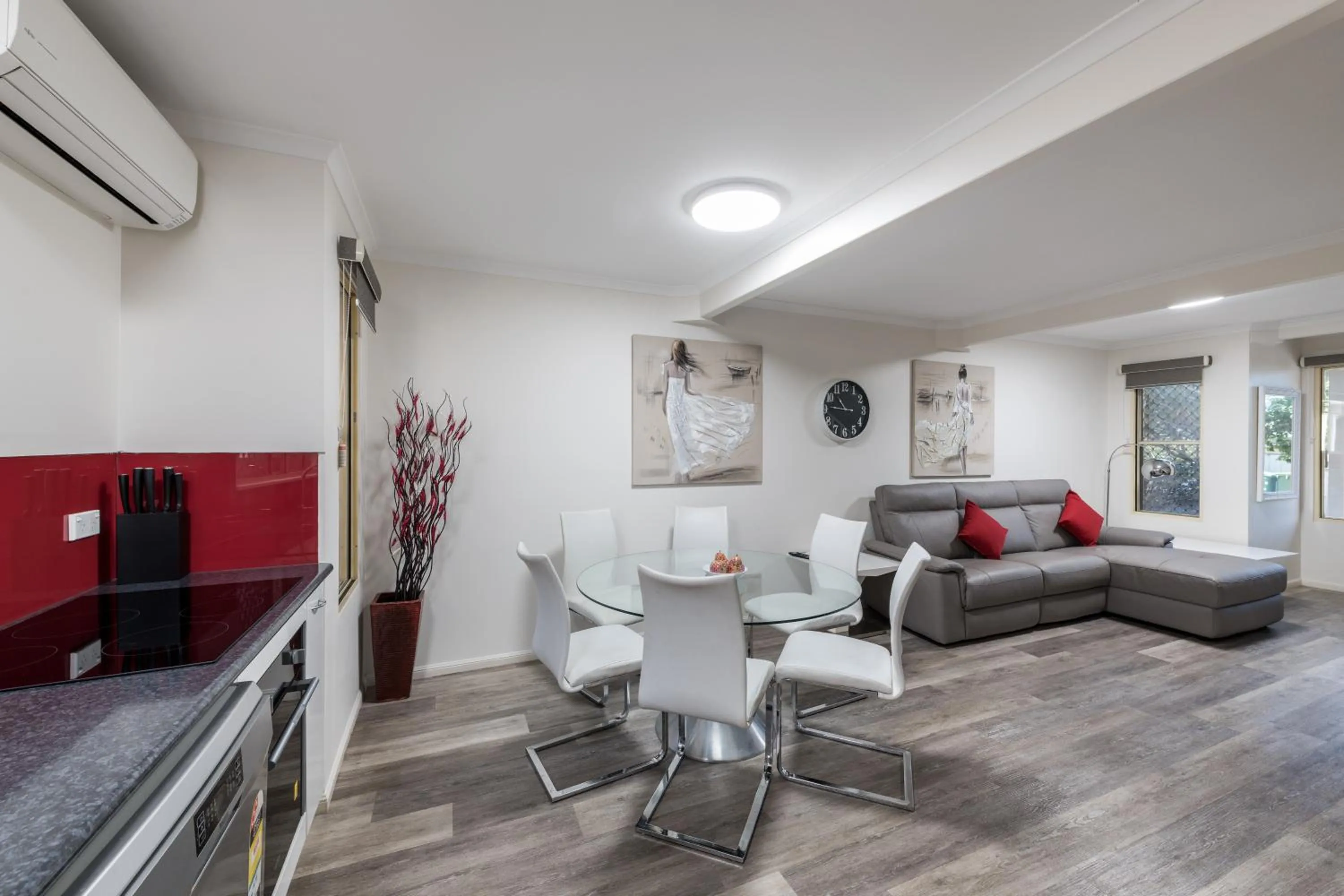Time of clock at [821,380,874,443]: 10:45
